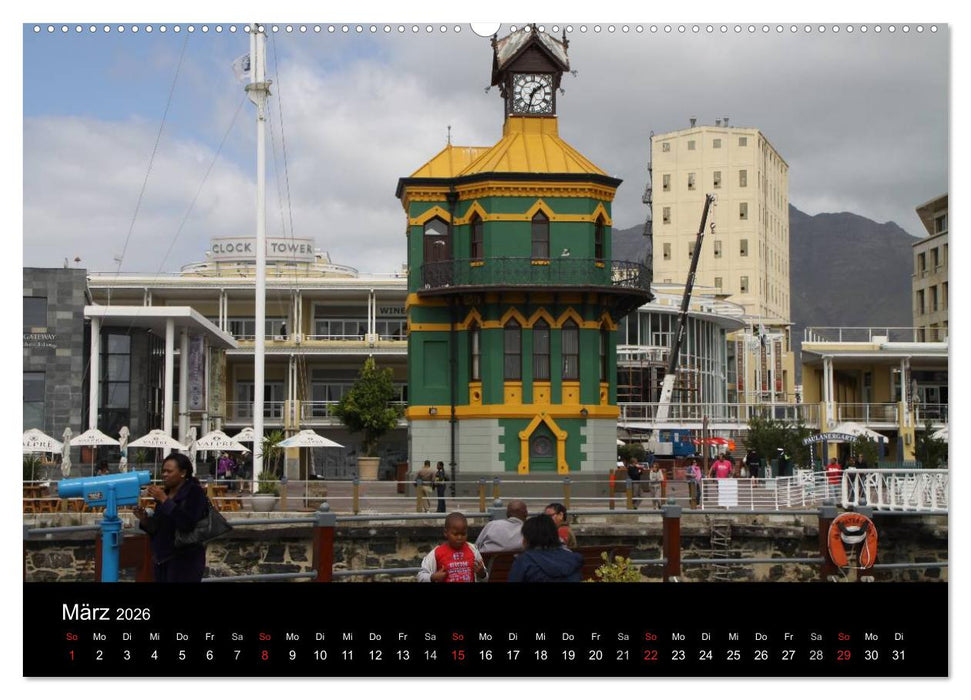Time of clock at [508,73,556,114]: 1:32
